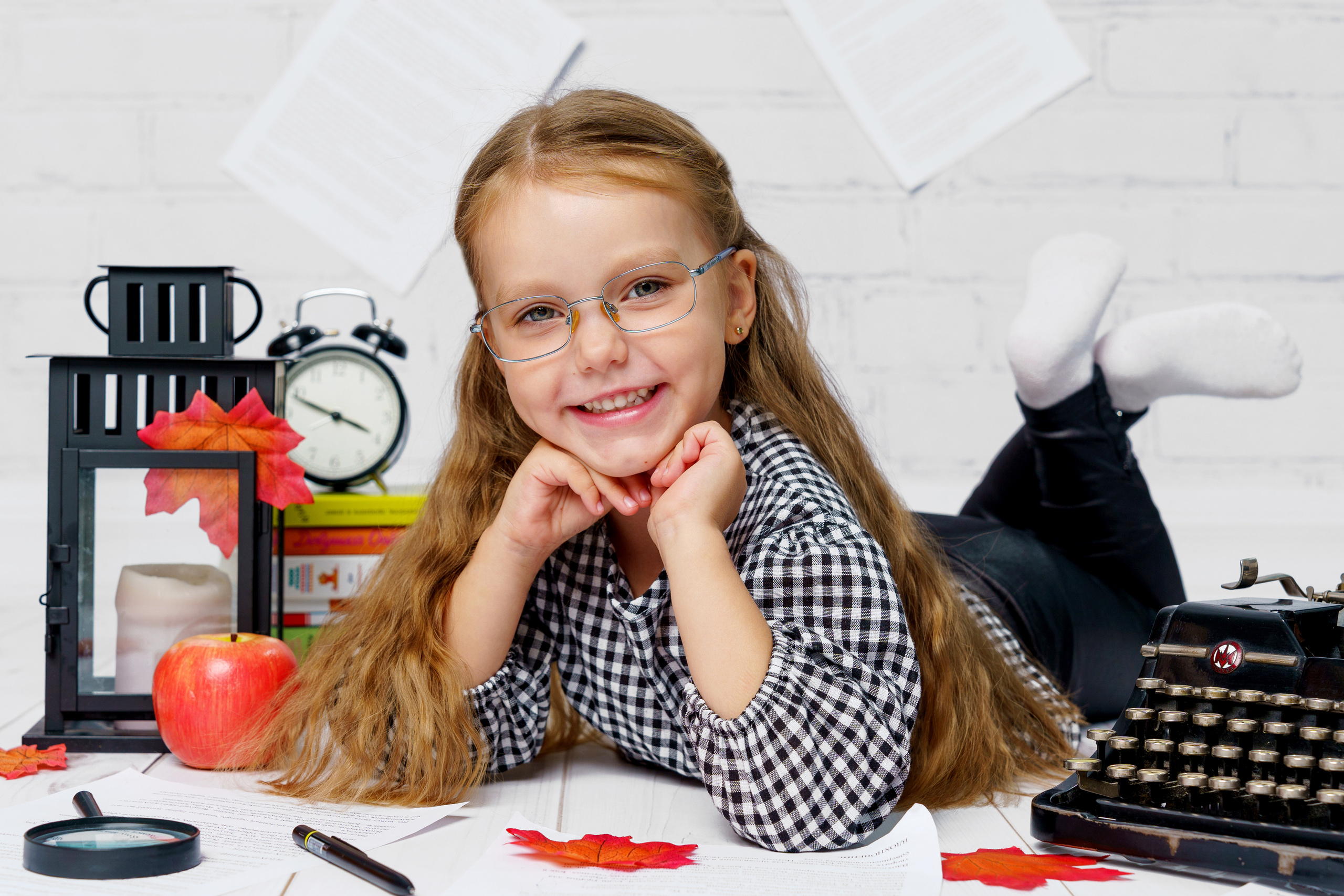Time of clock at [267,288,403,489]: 3:48
